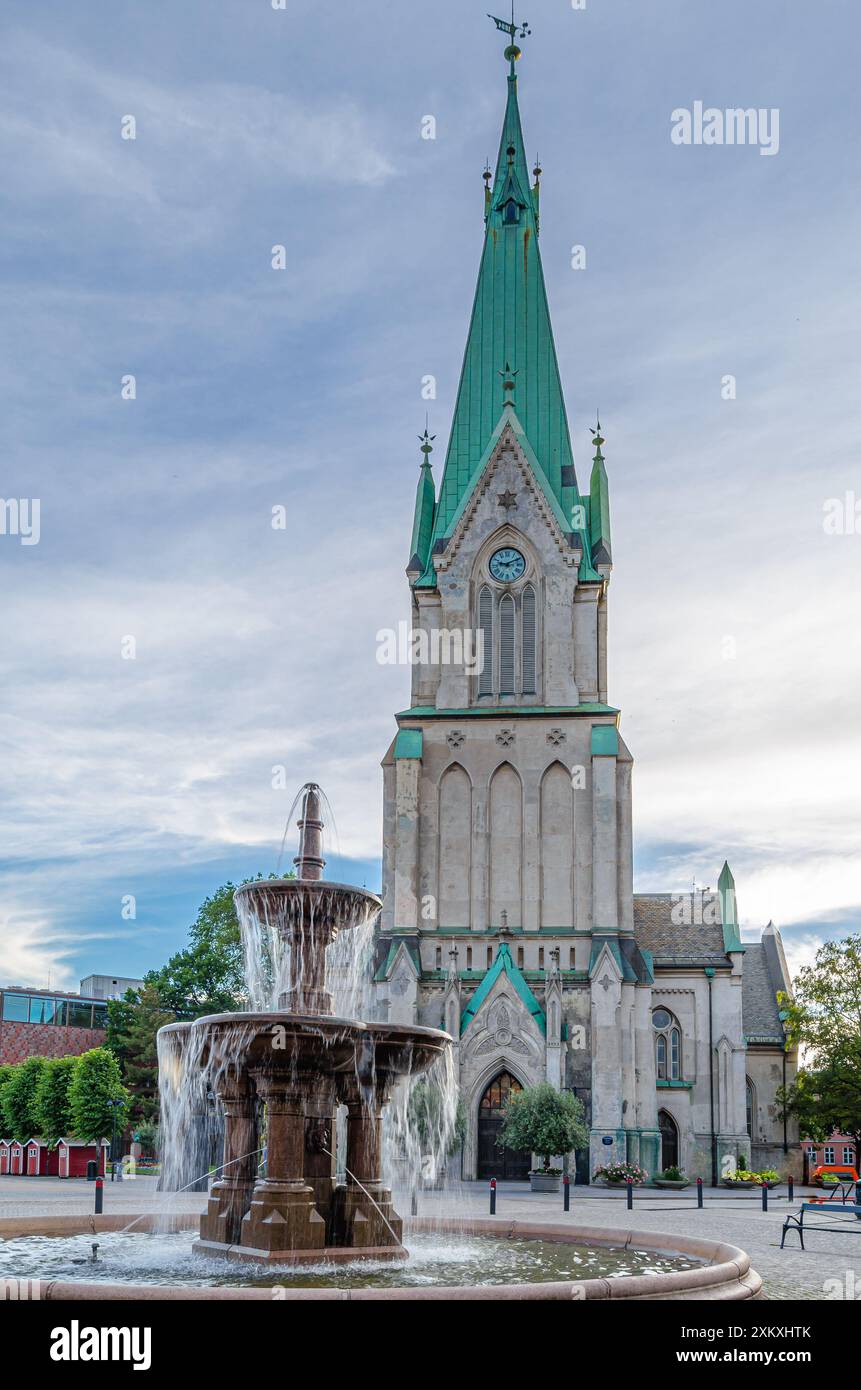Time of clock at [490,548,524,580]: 9:10
